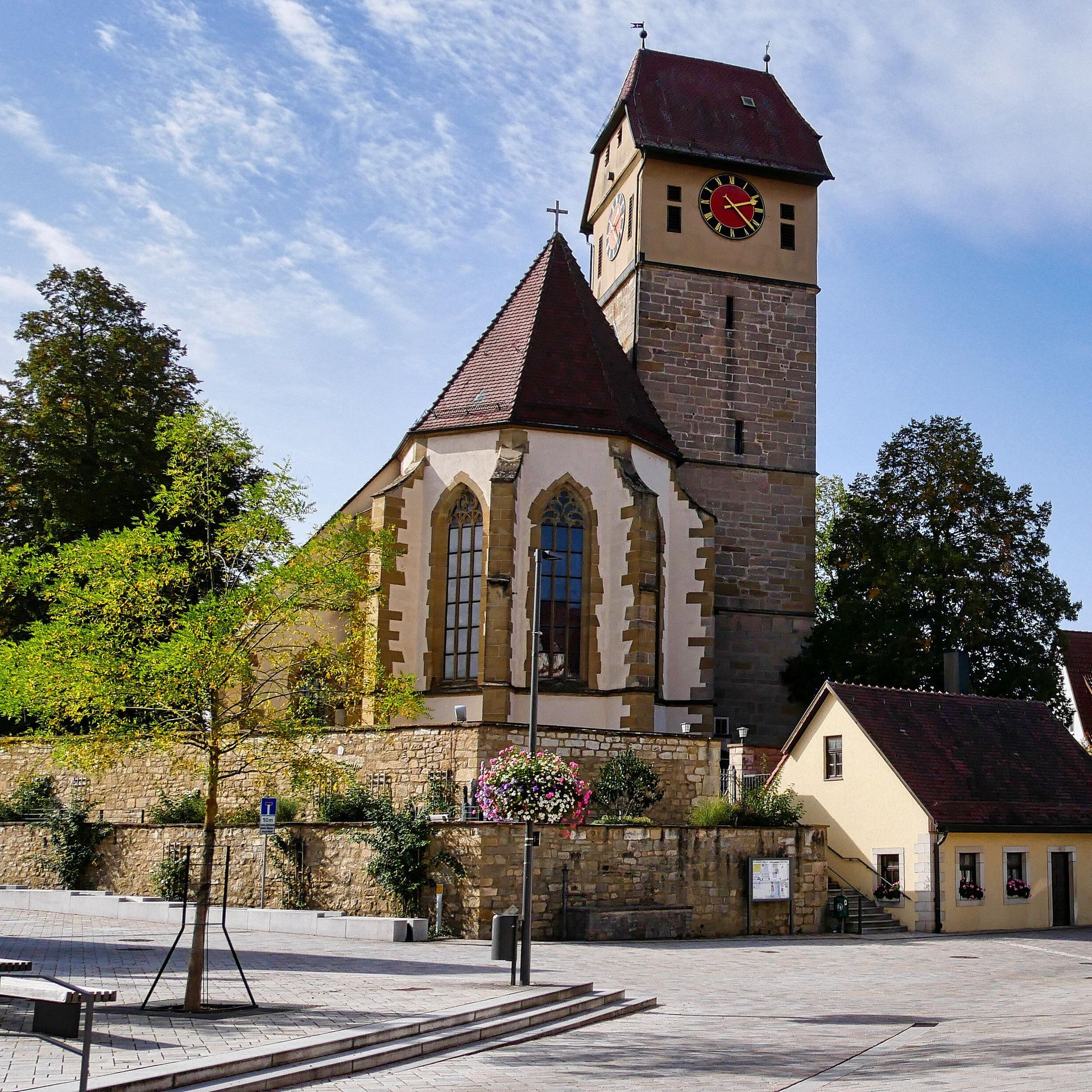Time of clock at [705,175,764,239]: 2:22
